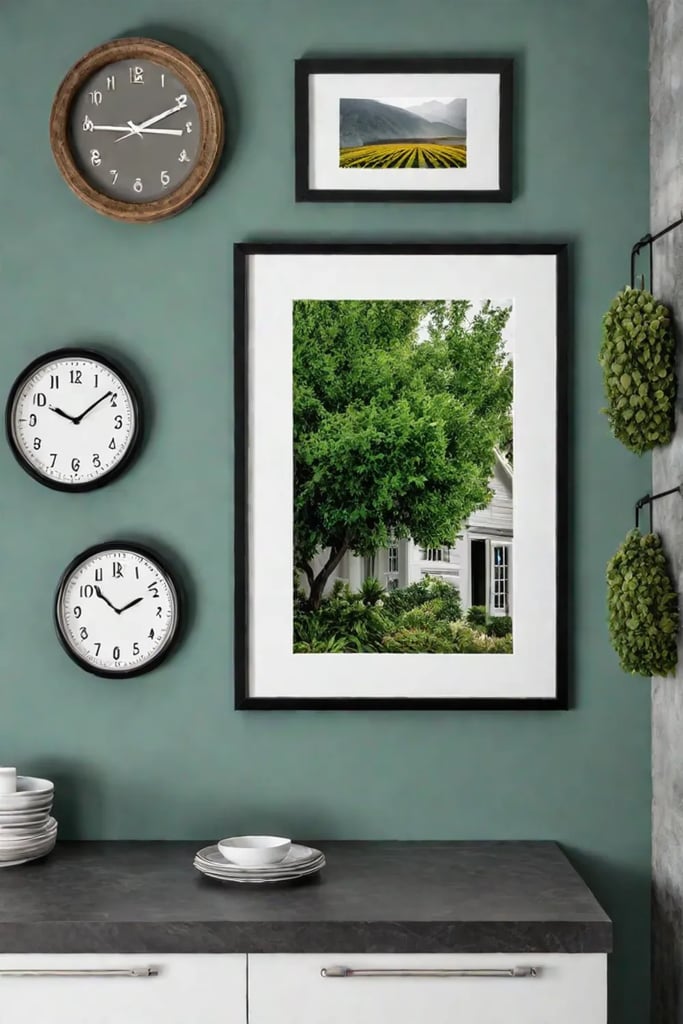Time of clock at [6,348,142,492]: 10:08
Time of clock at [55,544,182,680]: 1:52
